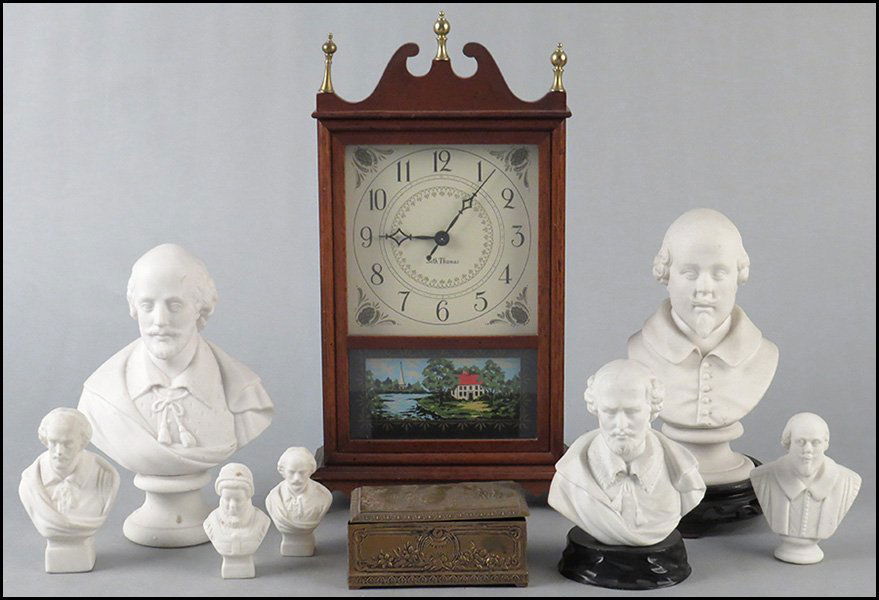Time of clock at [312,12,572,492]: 9:07
